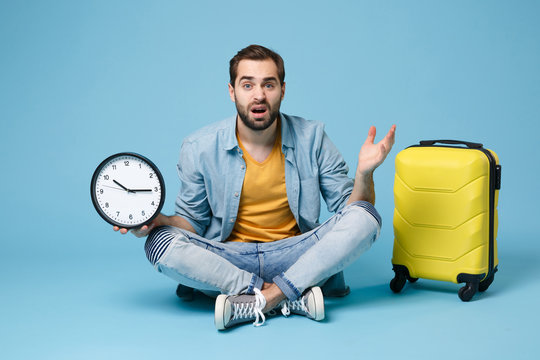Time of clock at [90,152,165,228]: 10:15
